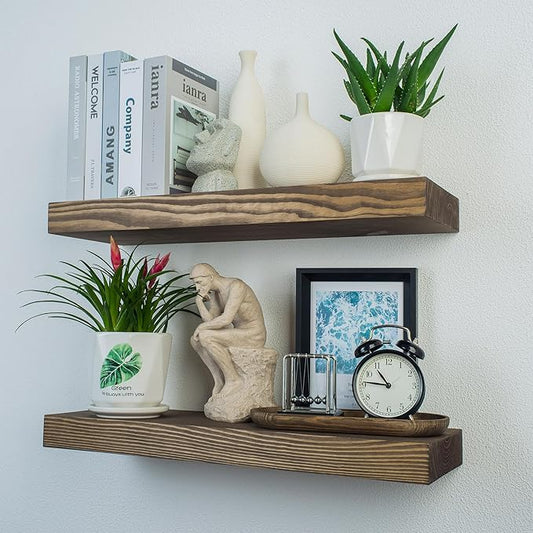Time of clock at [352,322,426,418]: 10:46
